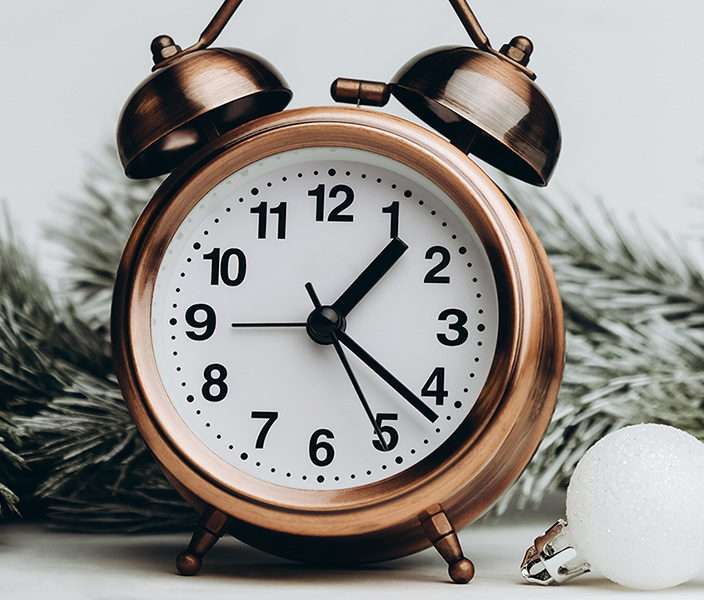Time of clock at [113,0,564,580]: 1:21
